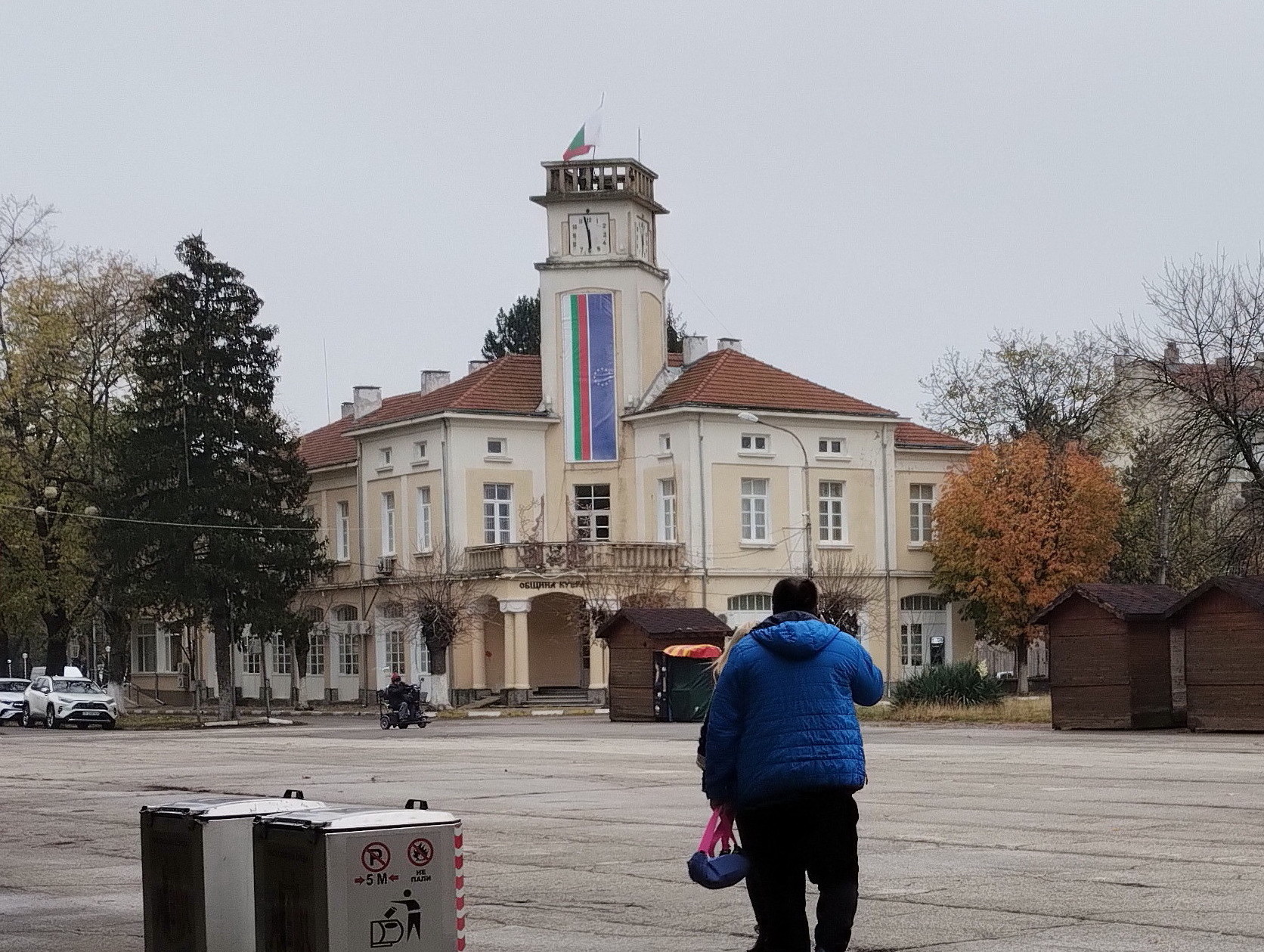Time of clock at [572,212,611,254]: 5:57
